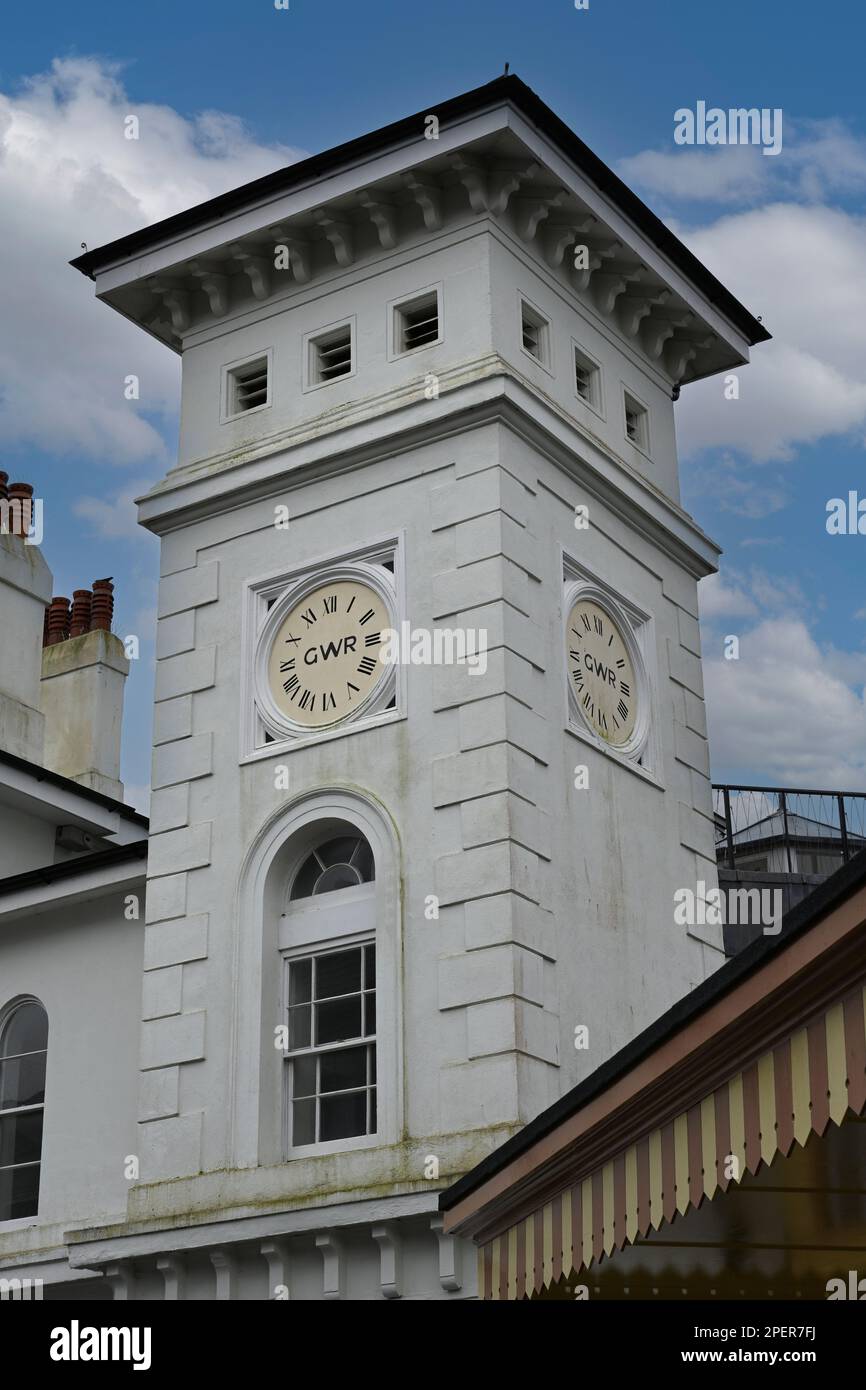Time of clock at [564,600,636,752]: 3:16
